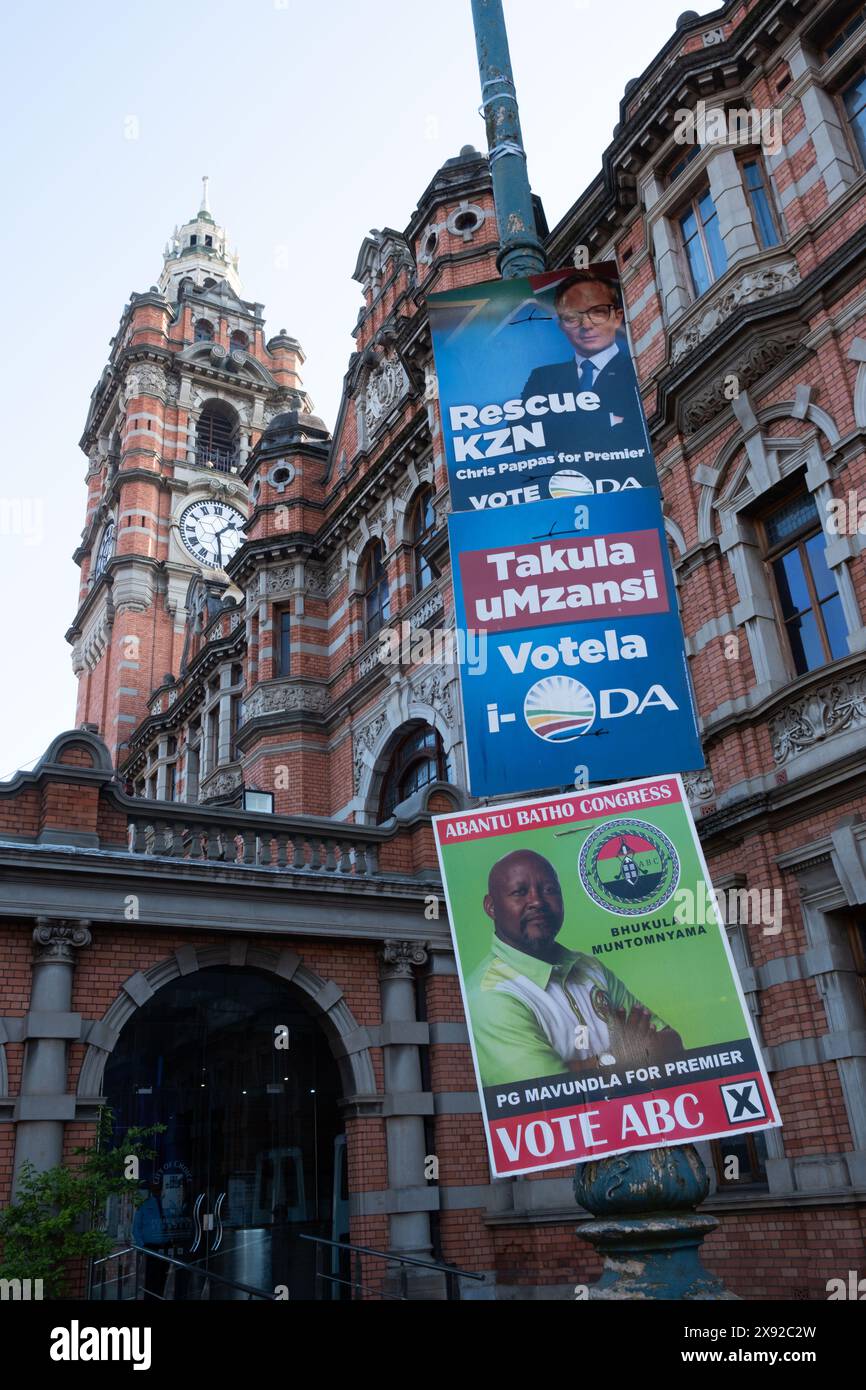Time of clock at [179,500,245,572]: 1:28
